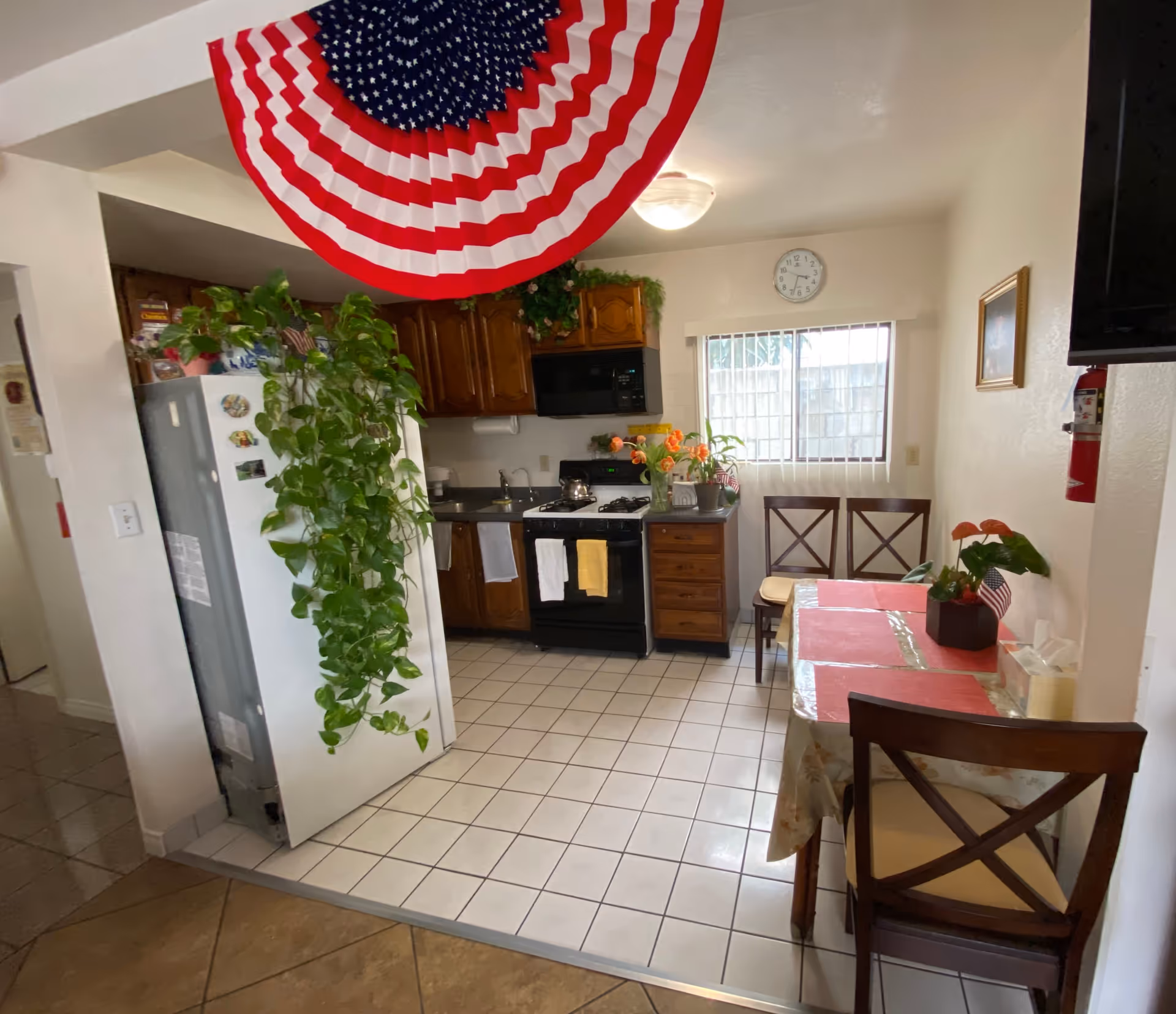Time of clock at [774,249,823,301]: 3:33
